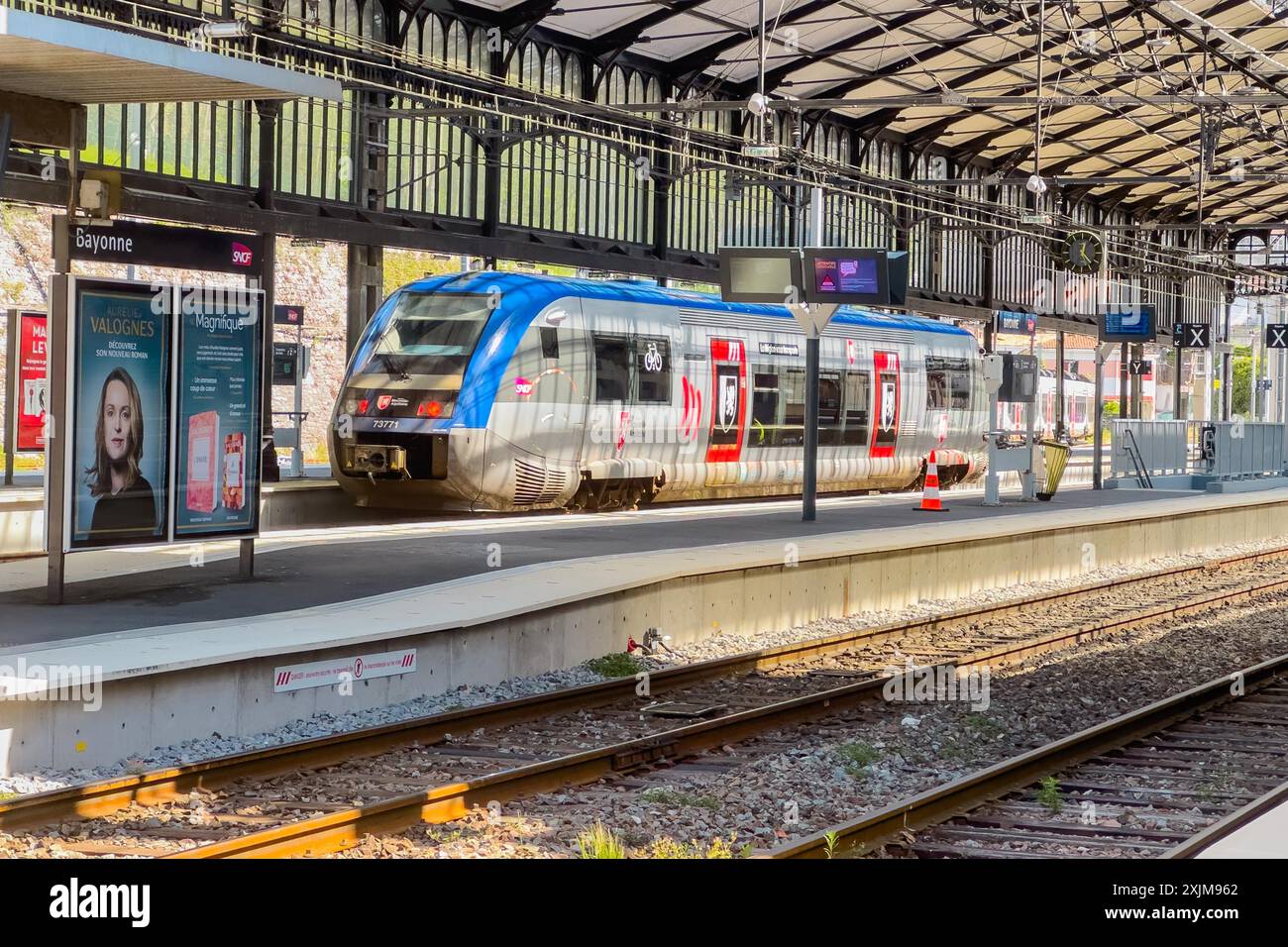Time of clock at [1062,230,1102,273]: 12:23
